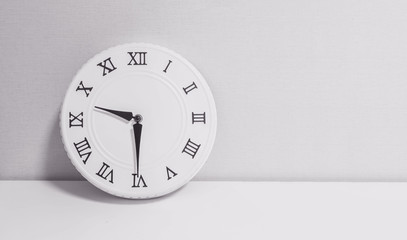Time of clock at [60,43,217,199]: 9:30
